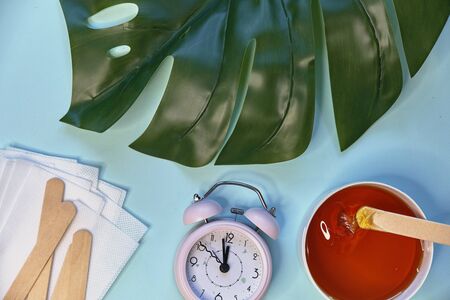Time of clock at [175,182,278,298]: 11:50
